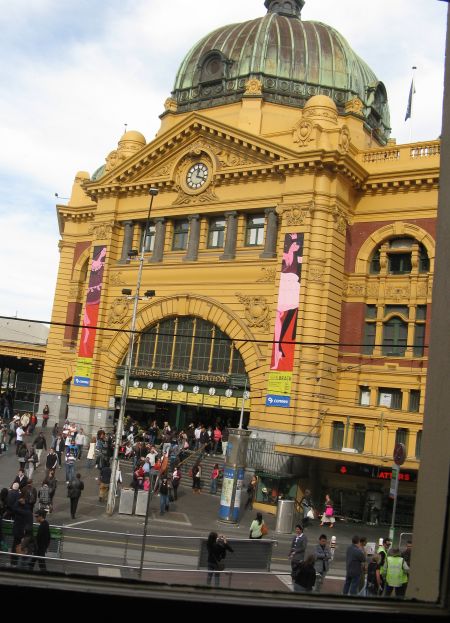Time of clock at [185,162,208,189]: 12:18
